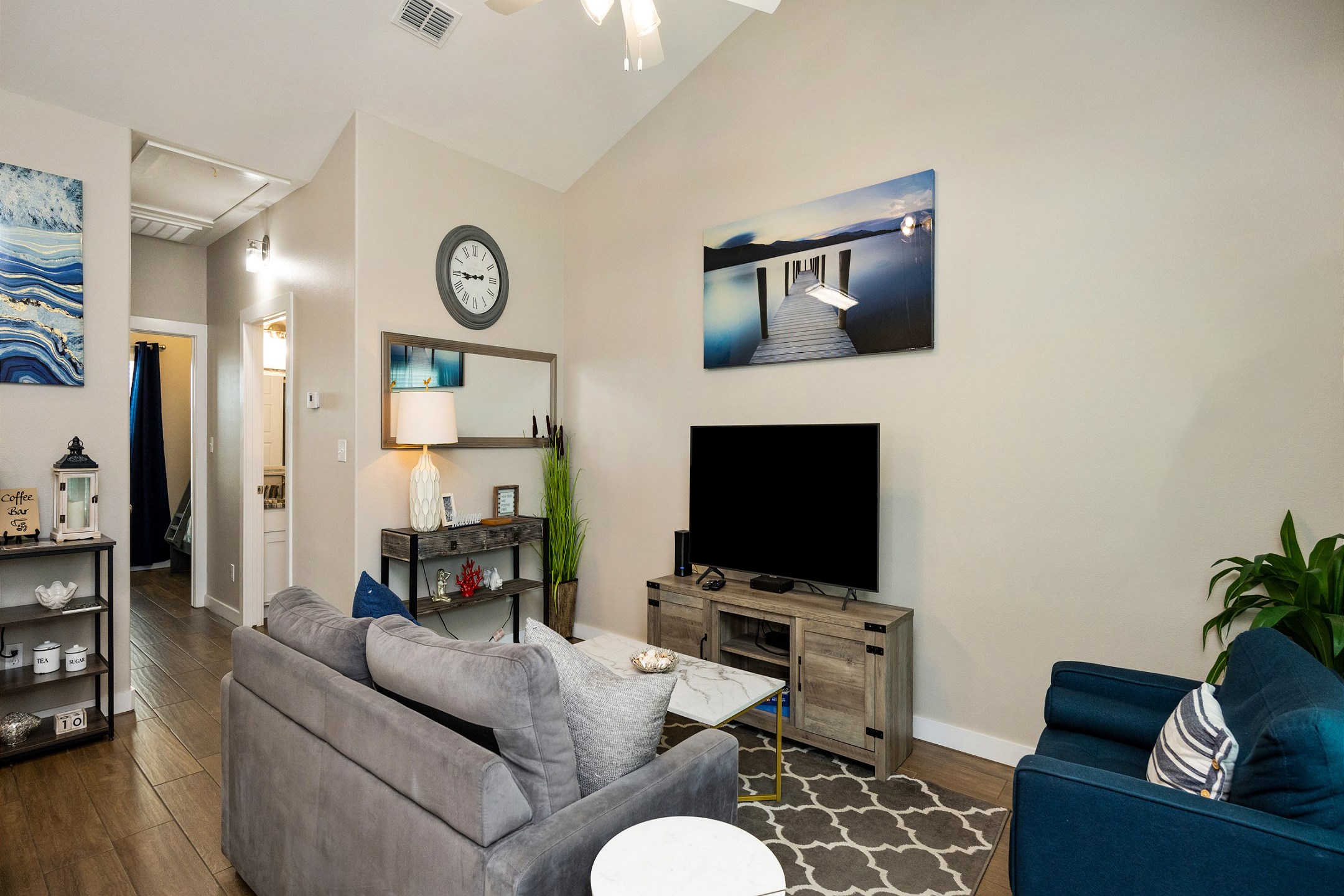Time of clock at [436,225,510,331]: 8:45
